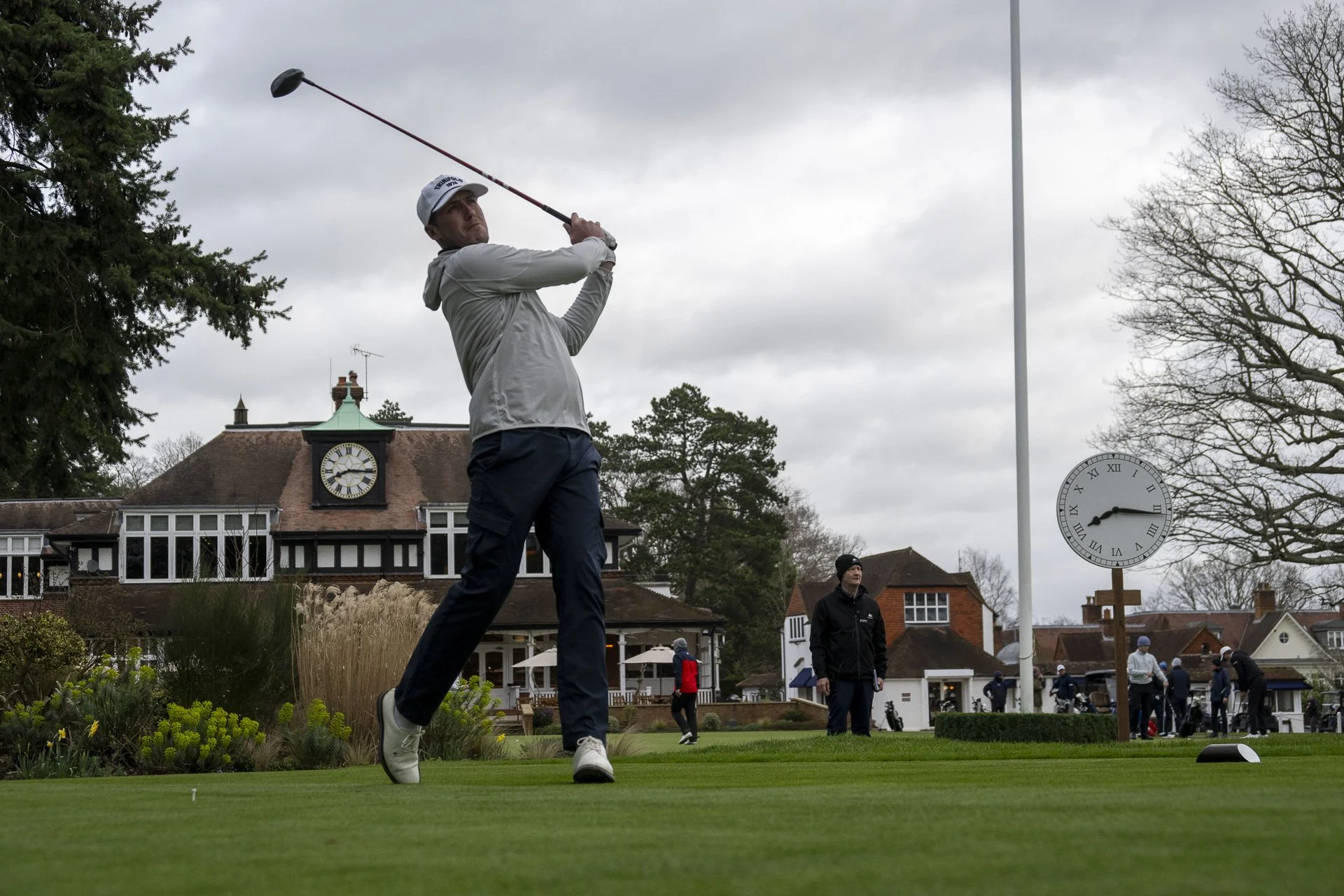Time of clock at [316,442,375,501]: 8:15
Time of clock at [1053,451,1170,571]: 8:16
